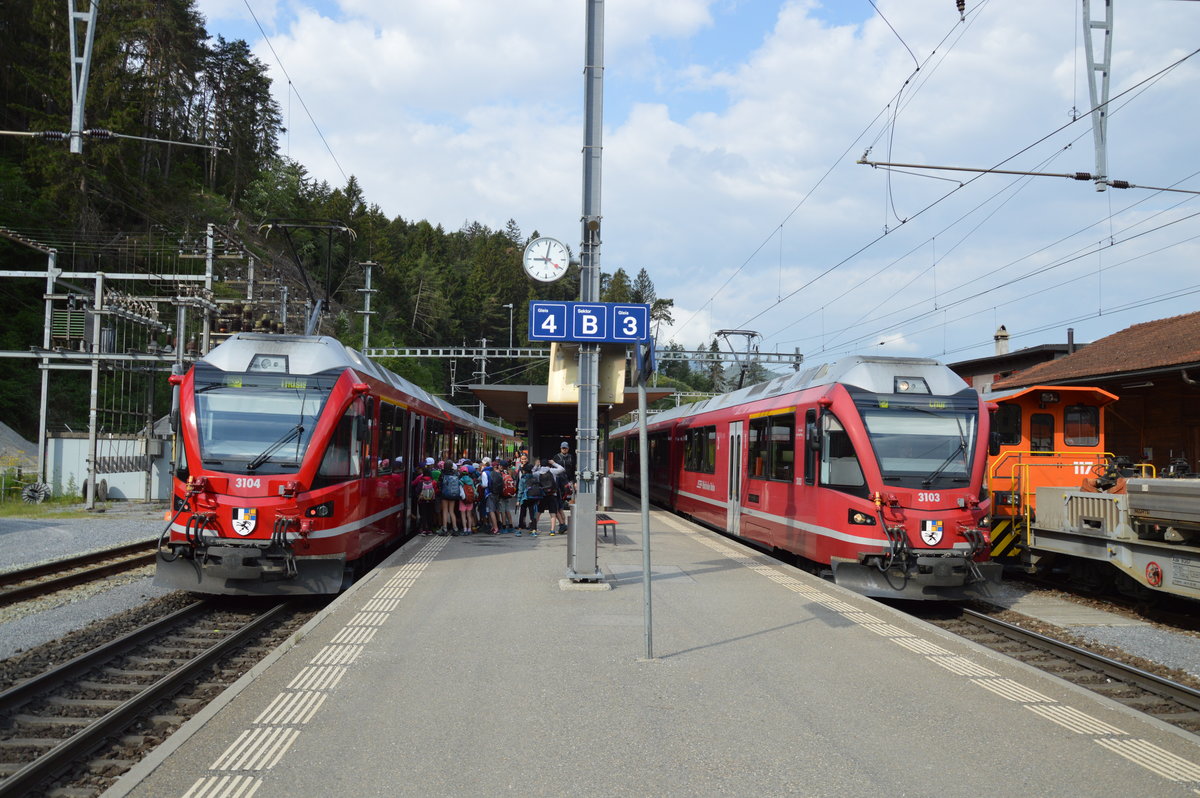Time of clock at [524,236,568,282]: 9:01
